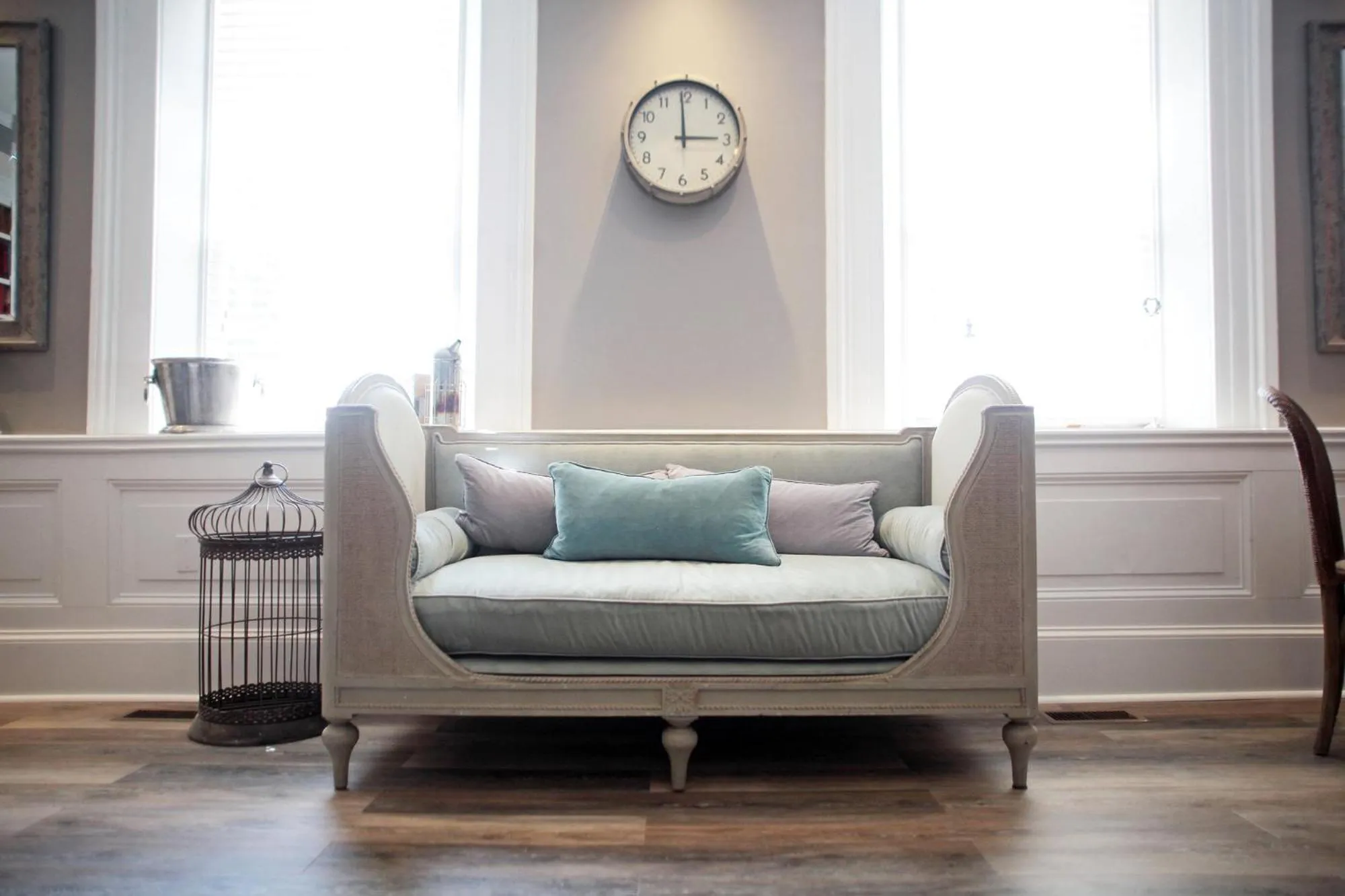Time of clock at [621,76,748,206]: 2:59
